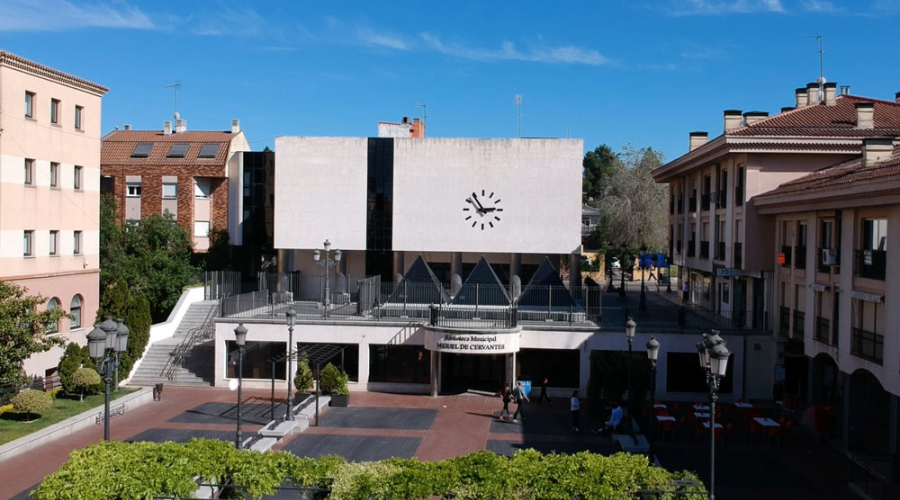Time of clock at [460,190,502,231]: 2:54
